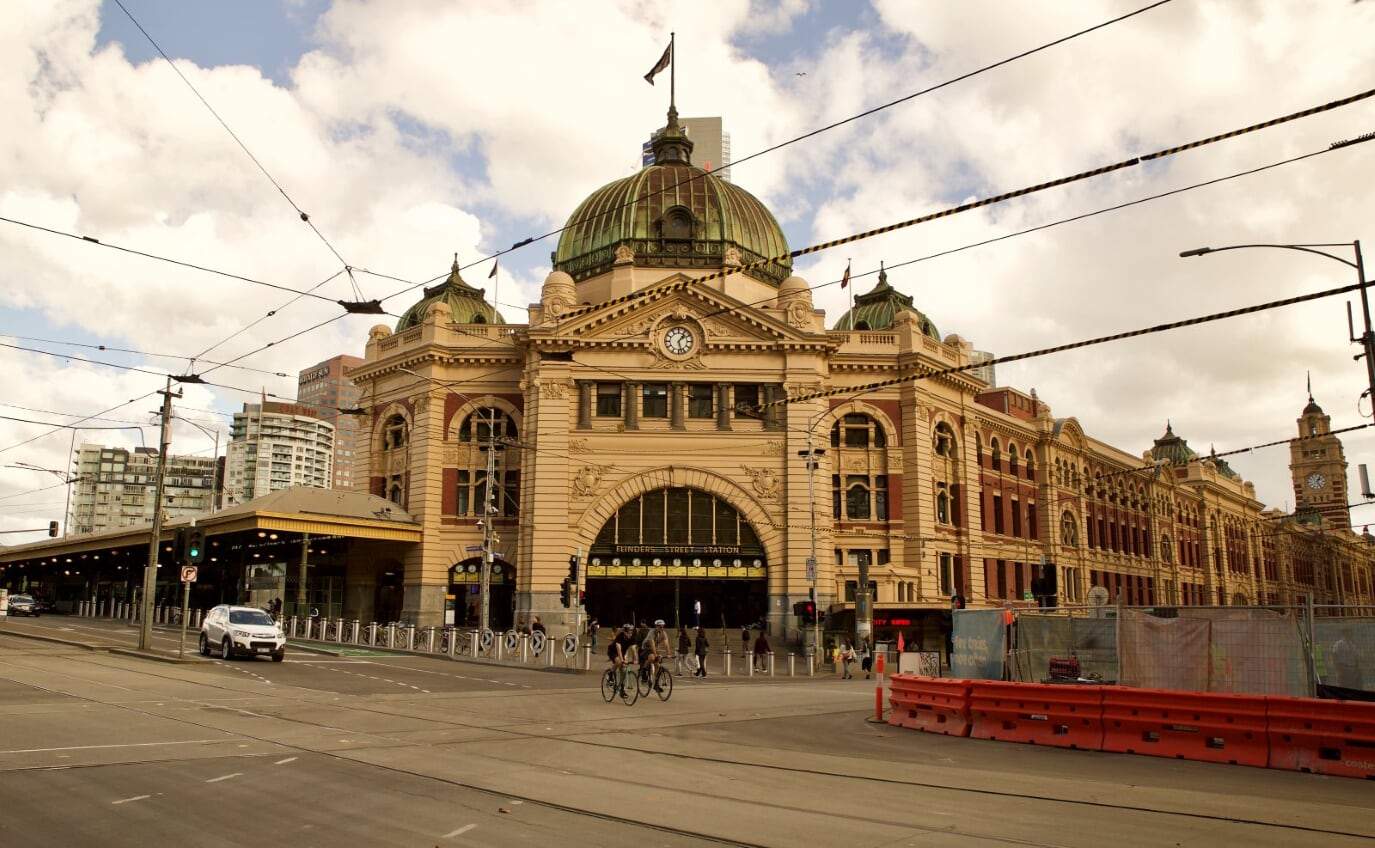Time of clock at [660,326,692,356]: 1:27
